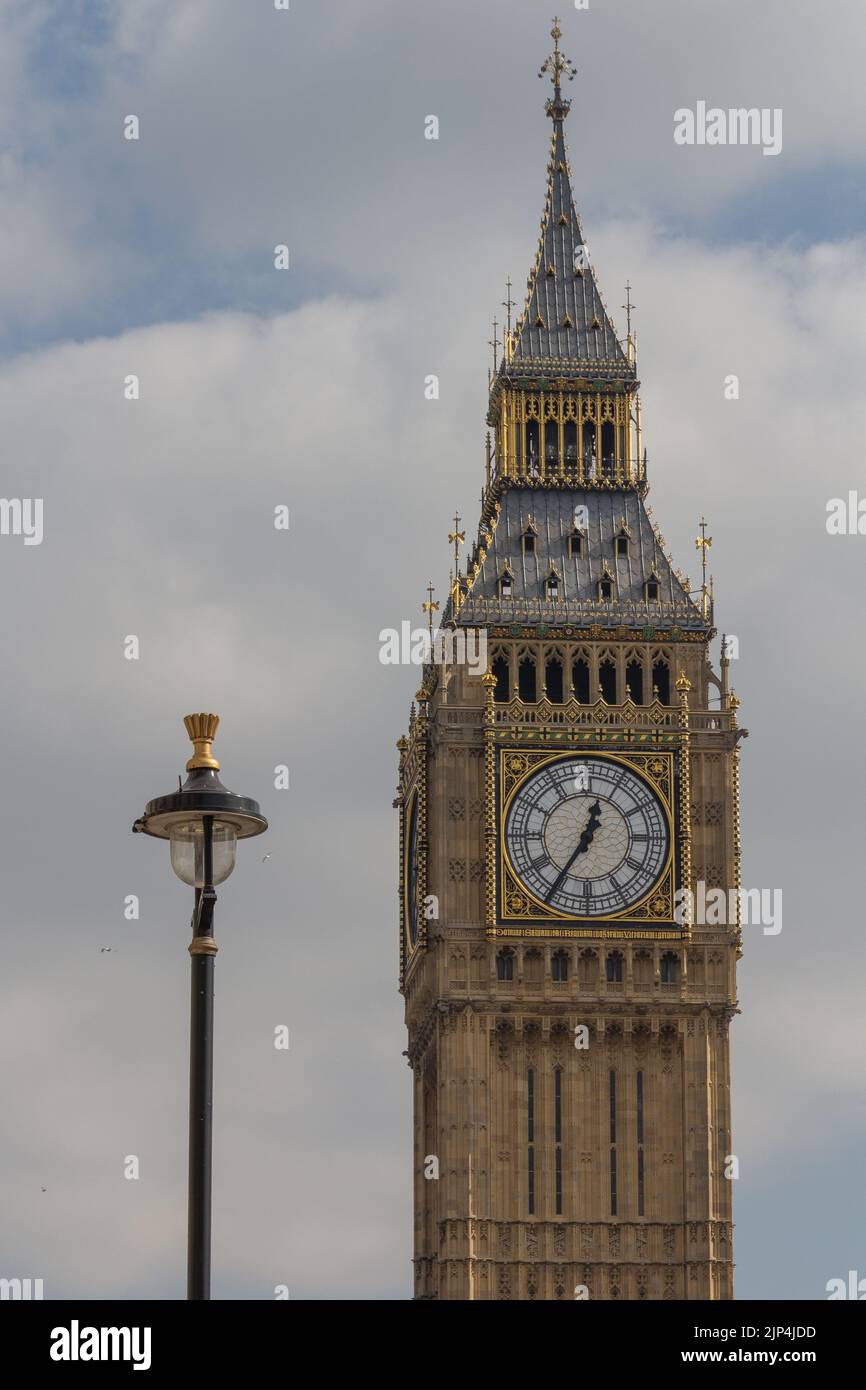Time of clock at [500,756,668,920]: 12:35
